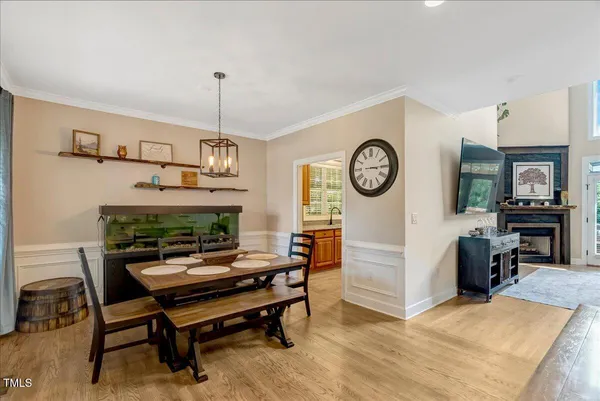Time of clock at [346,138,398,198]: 3:14
